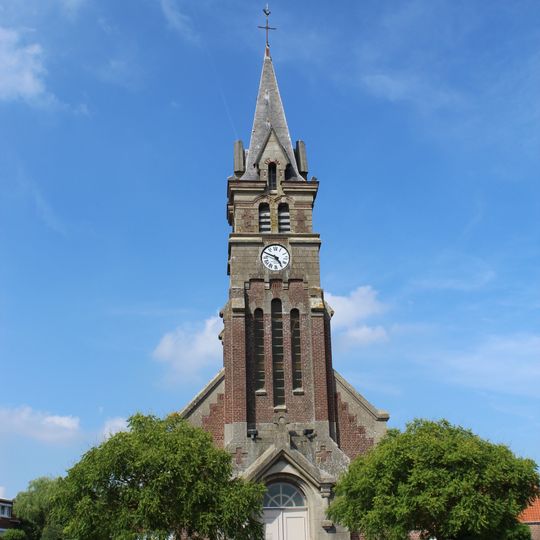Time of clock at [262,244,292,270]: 4:48
